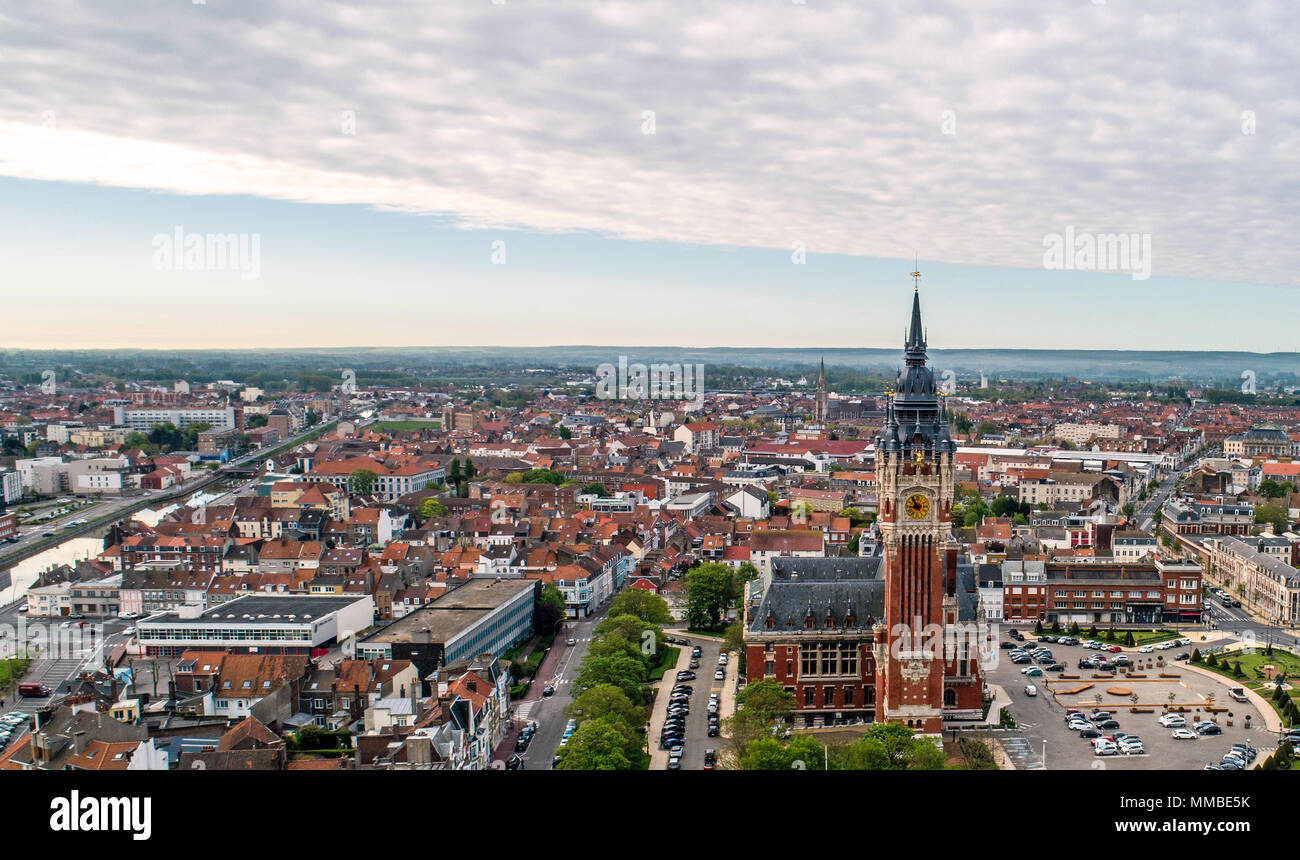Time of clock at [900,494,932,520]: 8:54
